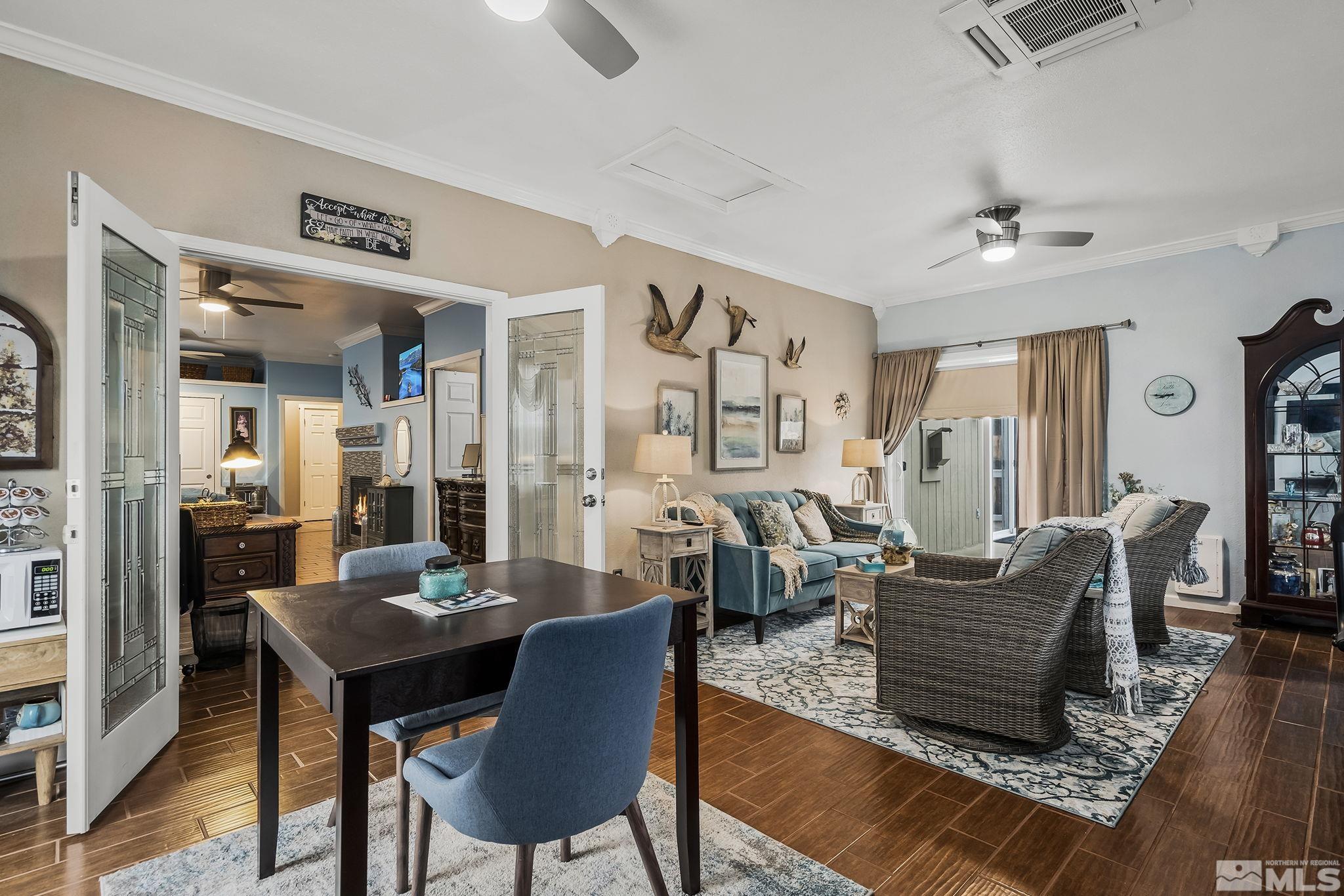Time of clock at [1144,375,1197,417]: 8:45
